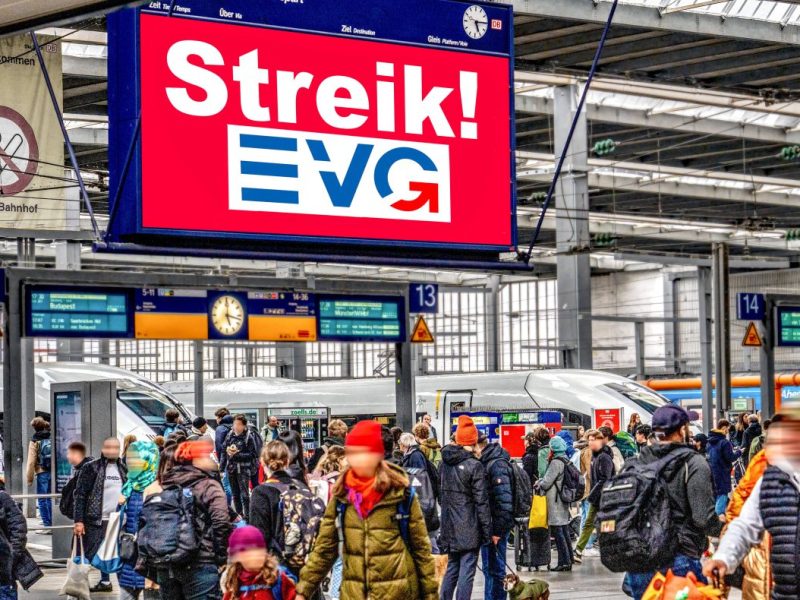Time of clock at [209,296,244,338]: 5:17
